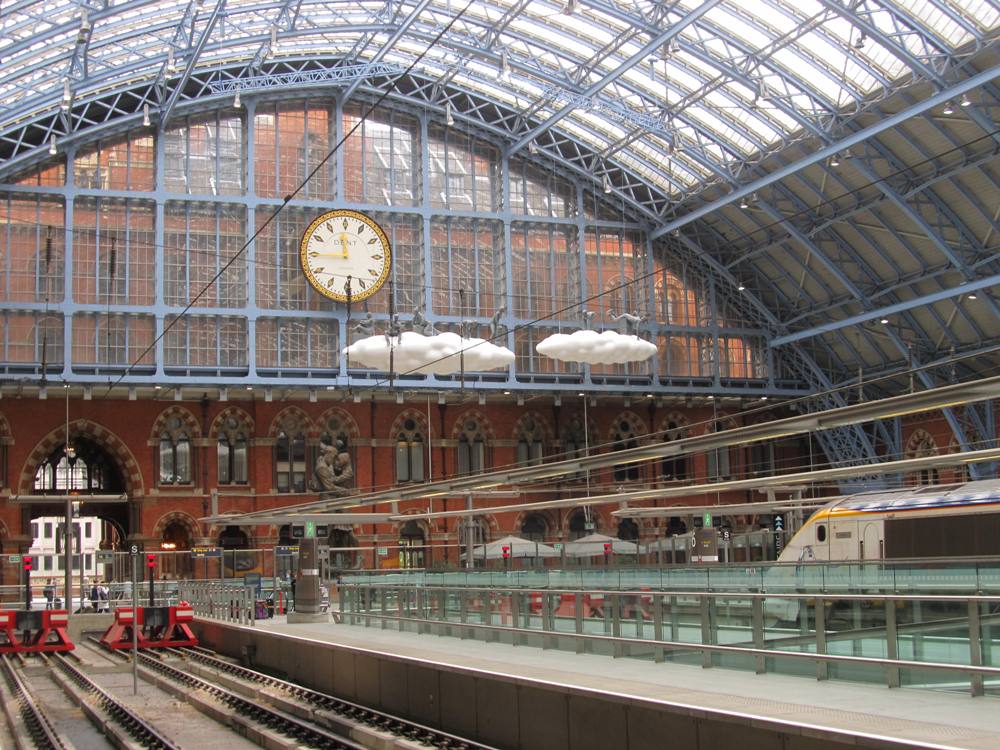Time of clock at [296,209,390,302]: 11:45
